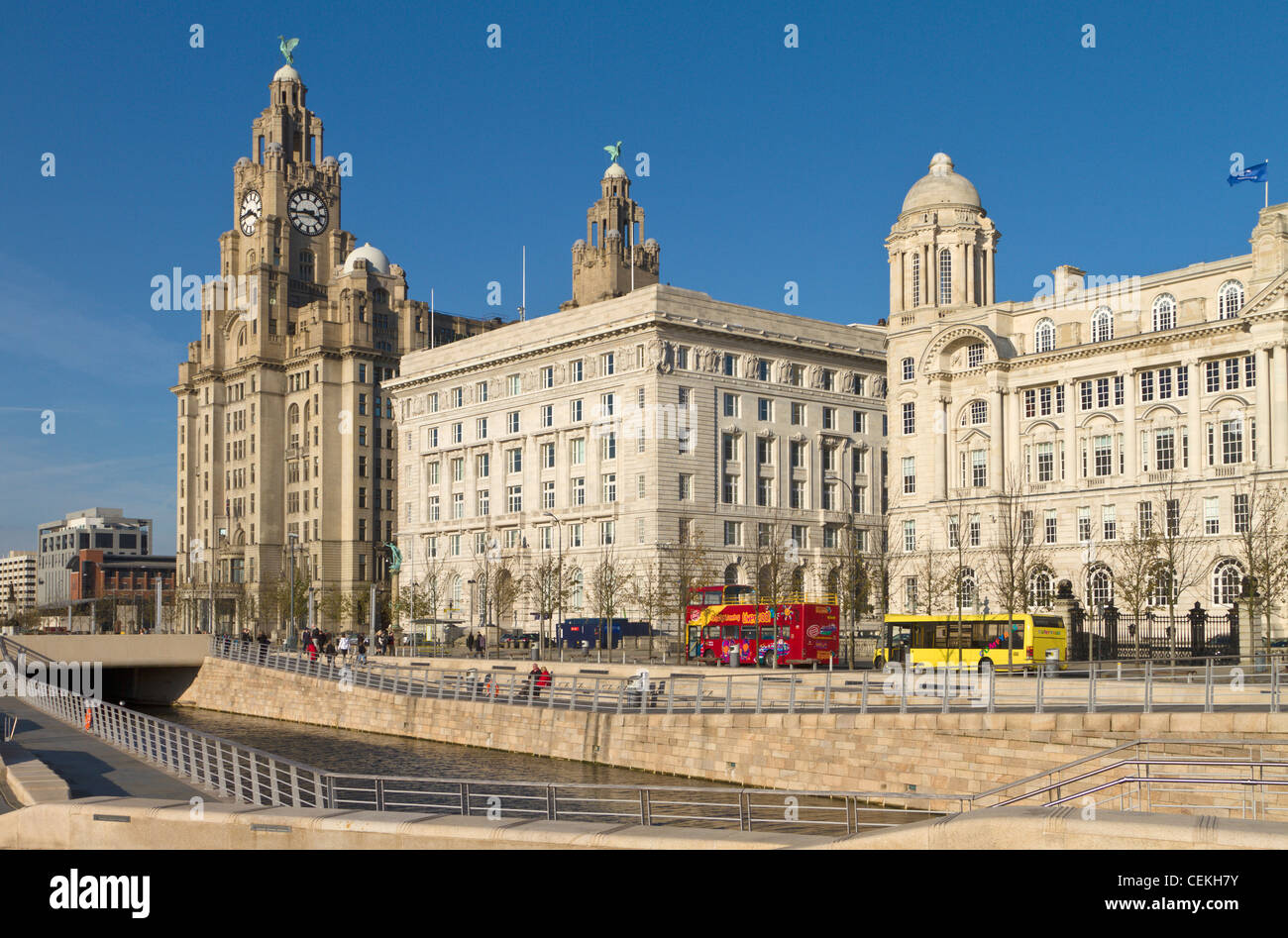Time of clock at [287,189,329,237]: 3:43
